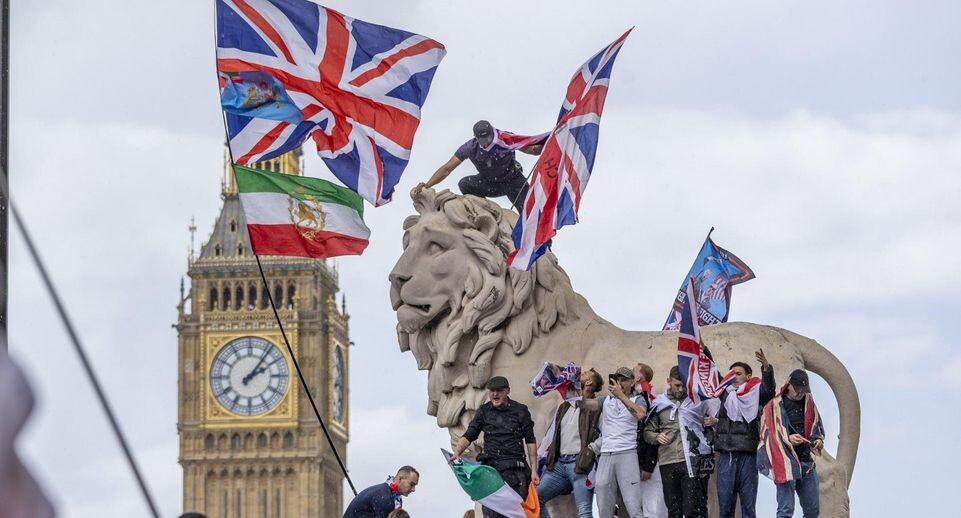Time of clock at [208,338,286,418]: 2:06
